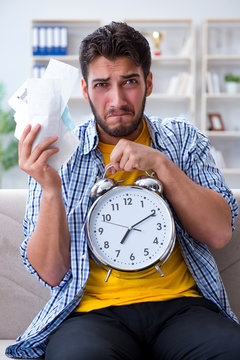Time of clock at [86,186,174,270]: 7:10
